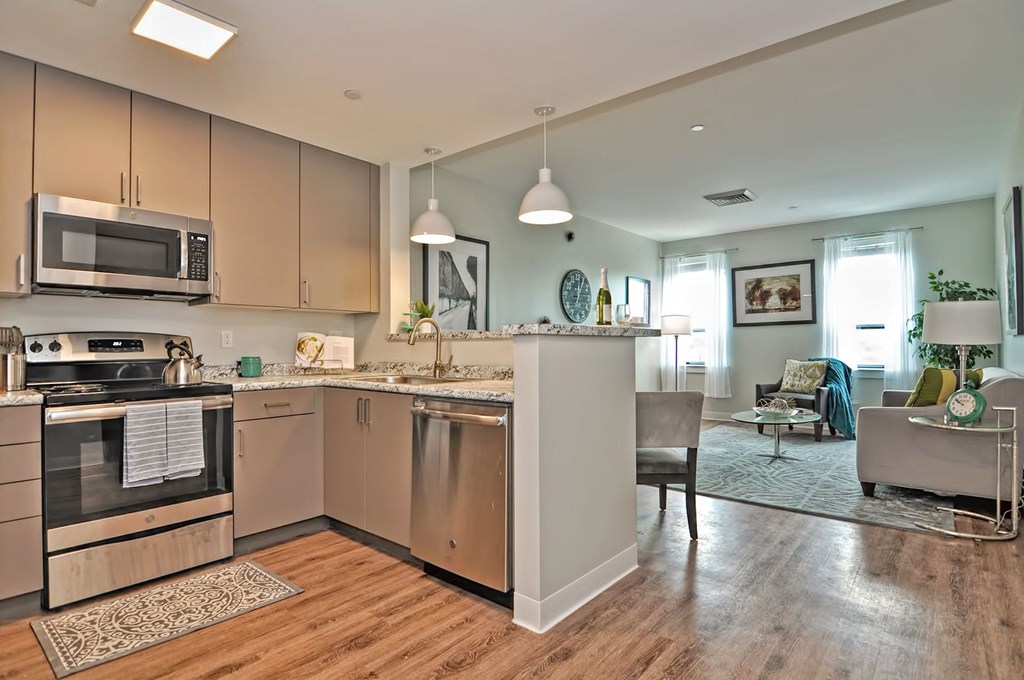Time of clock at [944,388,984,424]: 9:50
